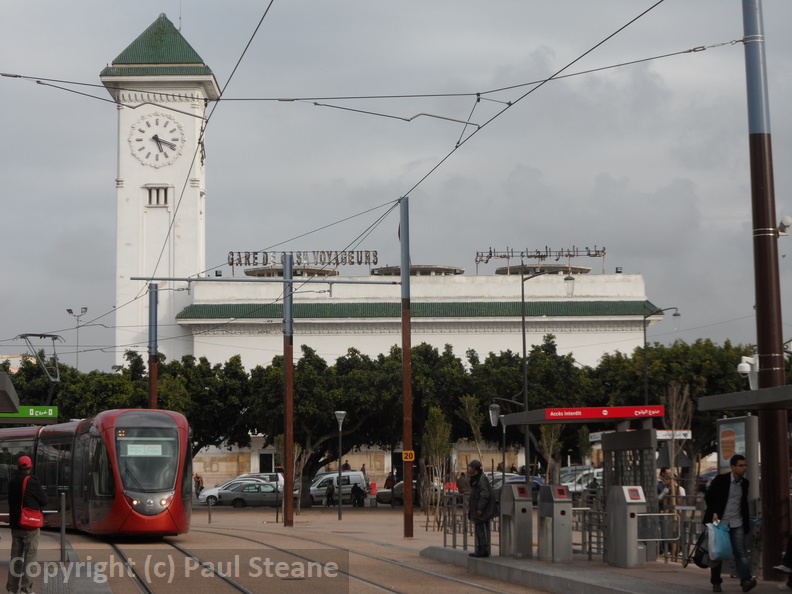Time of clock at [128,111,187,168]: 5:18
